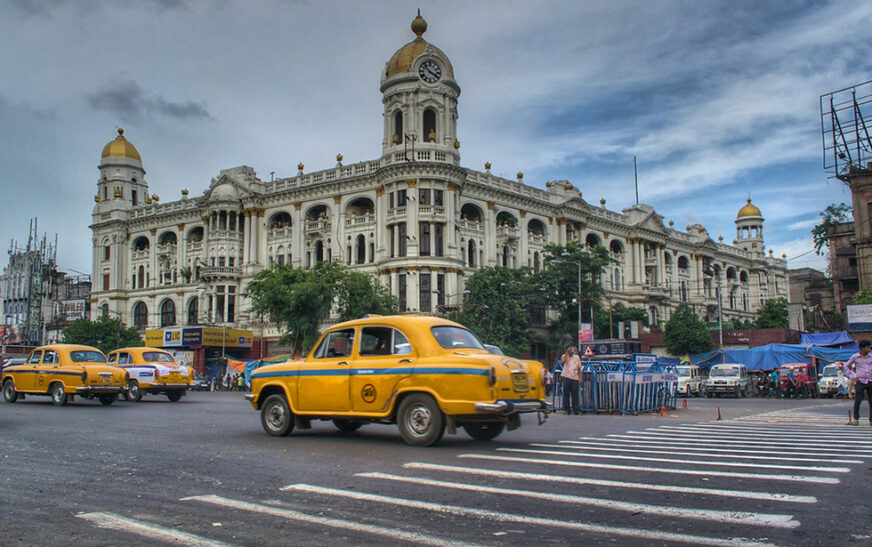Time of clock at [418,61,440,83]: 3:52
